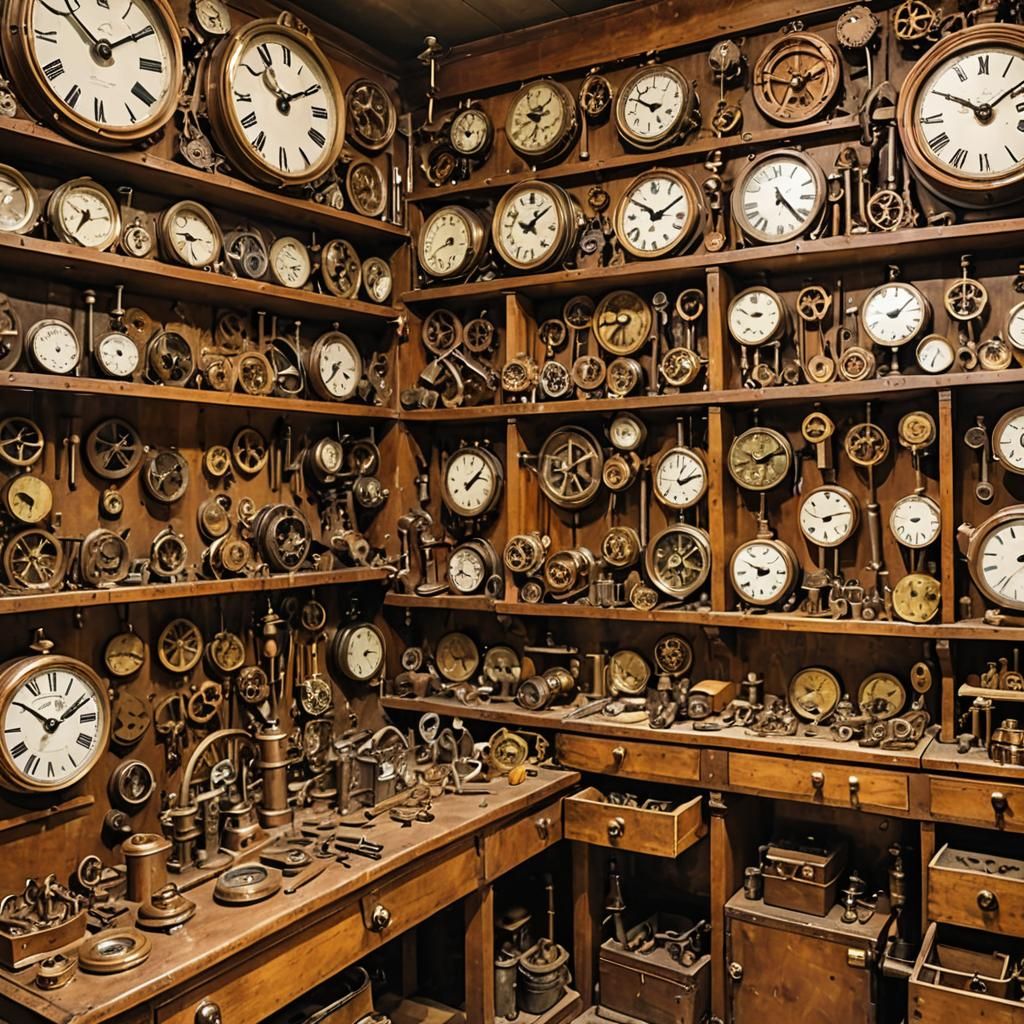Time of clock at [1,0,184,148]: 1:52
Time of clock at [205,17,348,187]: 10:10
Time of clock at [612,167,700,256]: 10:10
